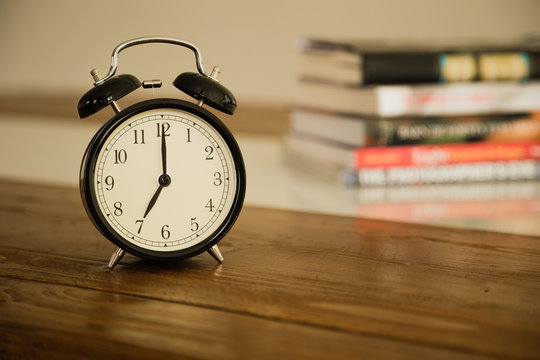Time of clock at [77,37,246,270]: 7:00
